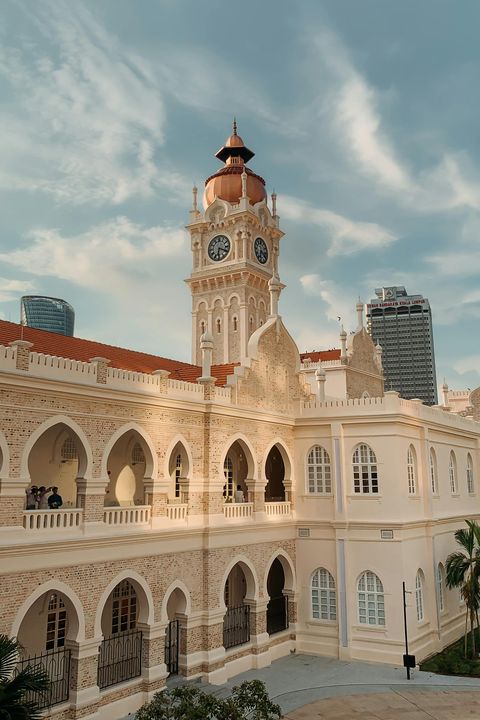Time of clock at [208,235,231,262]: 6:18
